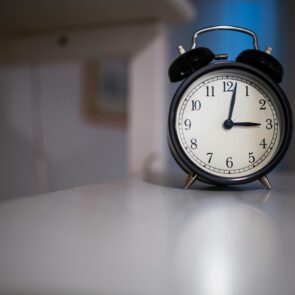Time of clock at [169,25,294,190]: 3:02
